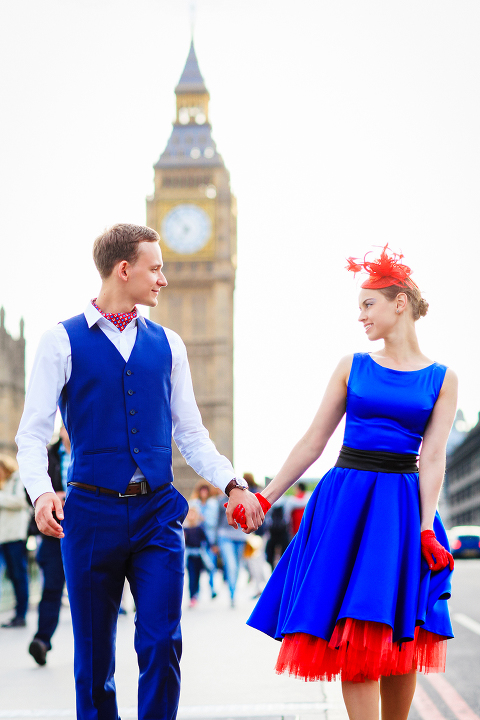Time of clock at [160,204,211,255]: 6:53
